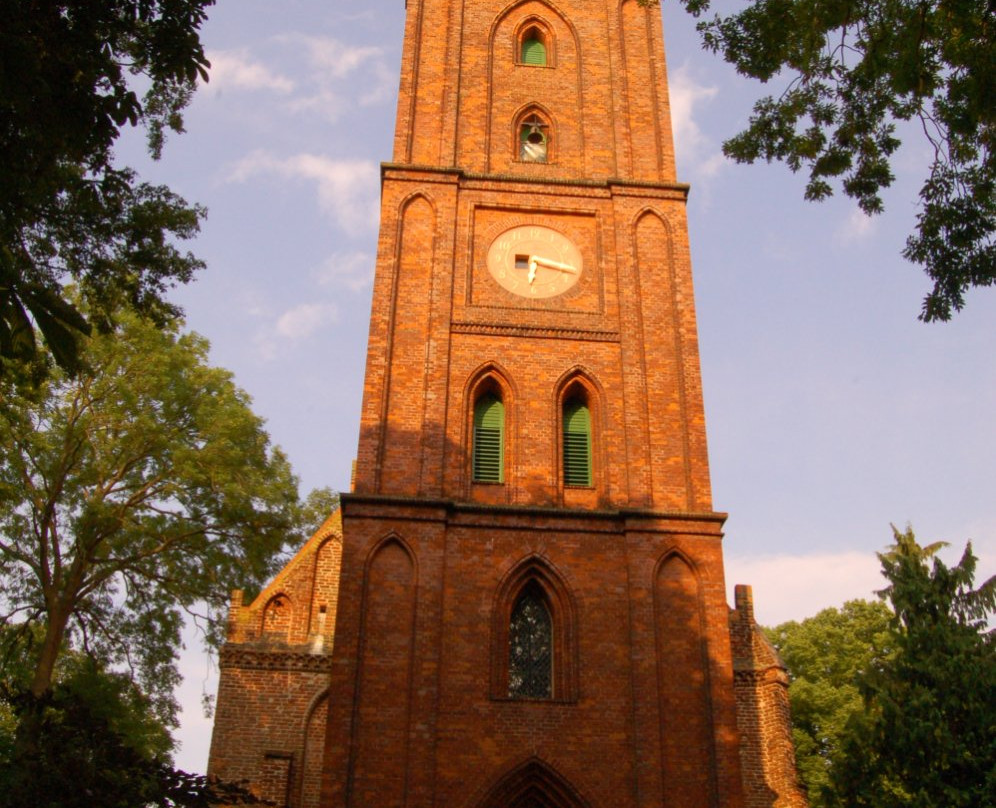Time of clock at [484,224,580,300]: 6:17
